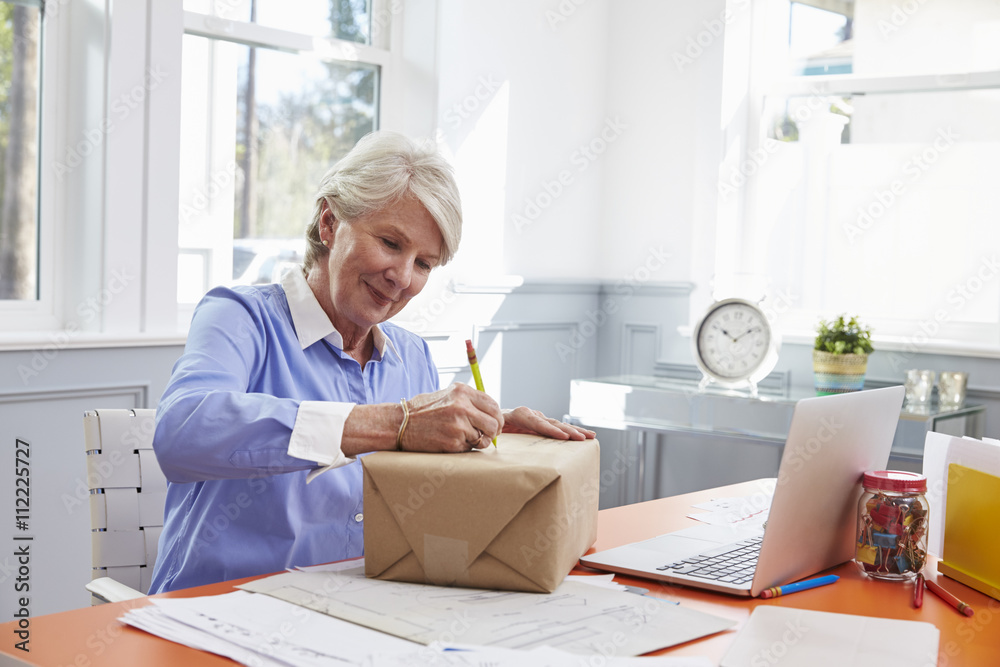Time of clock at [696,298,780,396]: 10:09
